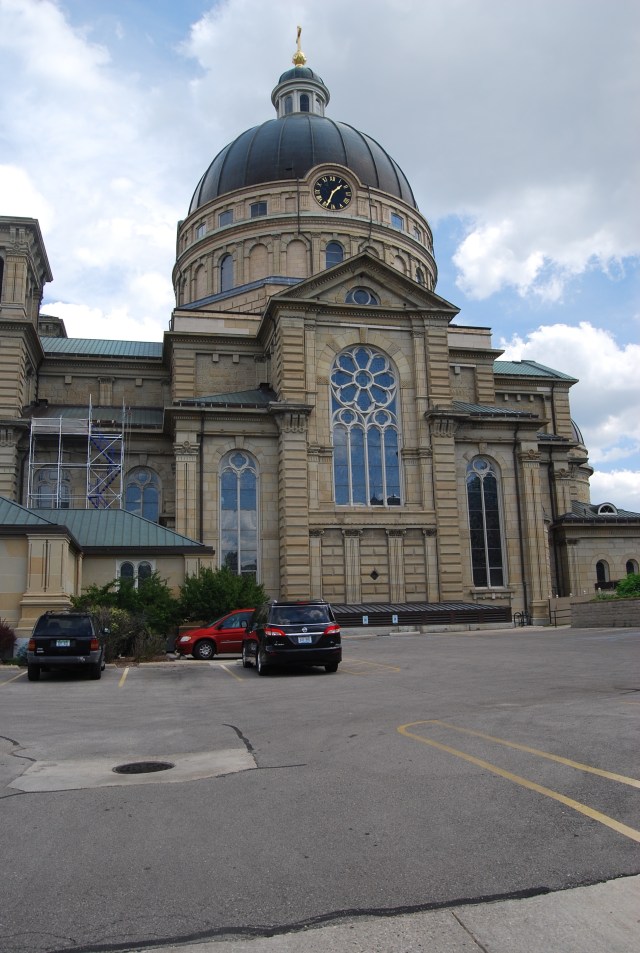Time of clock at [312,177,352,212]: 1:33
